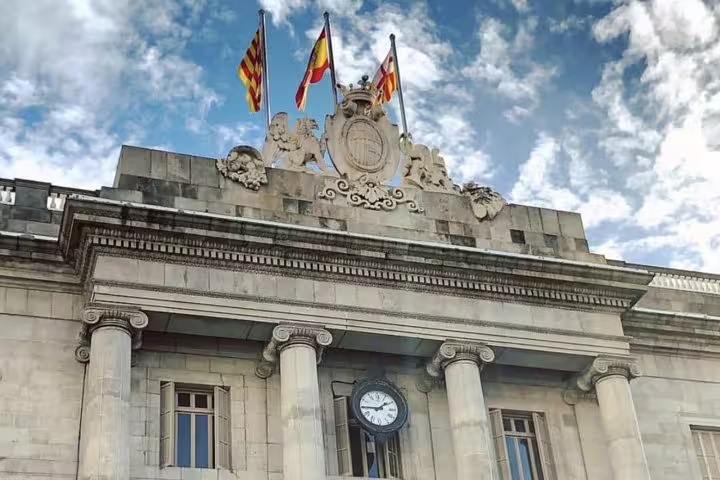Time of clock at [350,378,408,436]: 1:45
